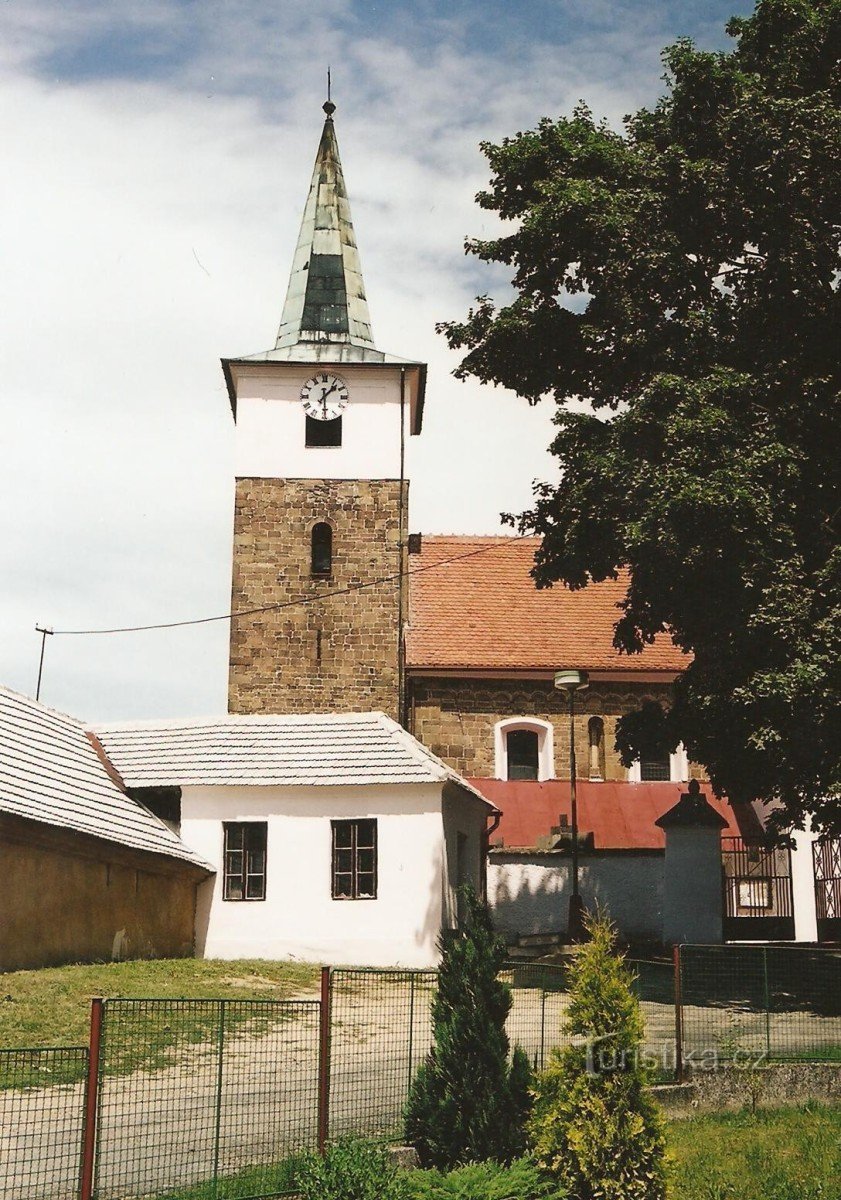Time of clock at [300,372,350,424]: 1:29
